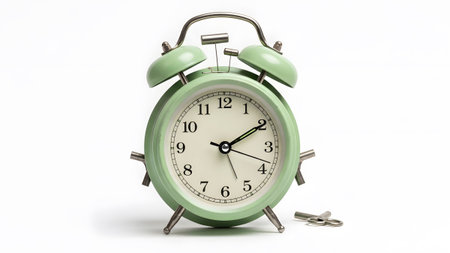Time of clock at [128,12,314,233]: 2:10
